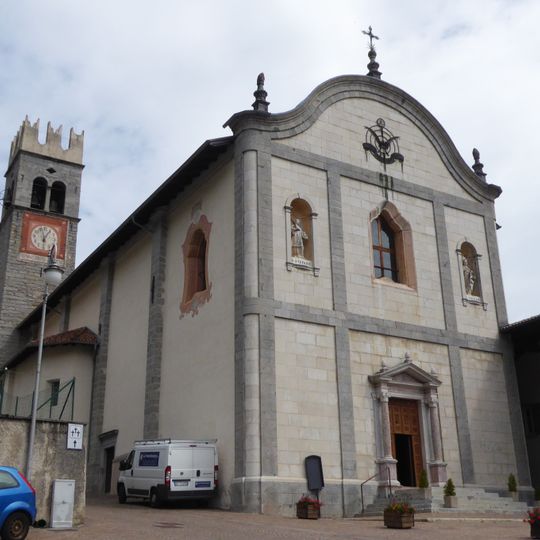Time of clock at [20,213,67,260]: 12:57
